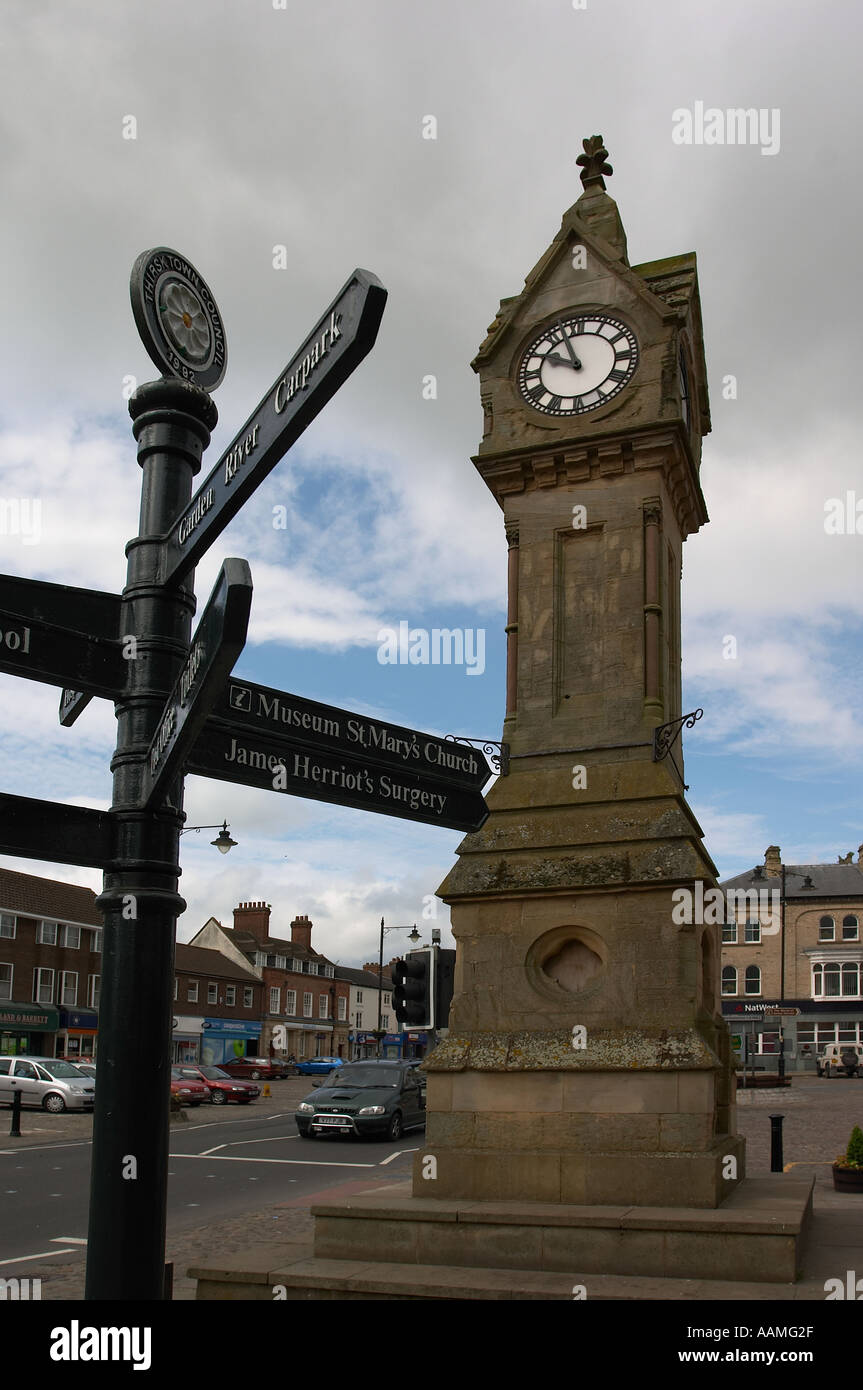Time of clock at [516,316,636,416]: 9:56
